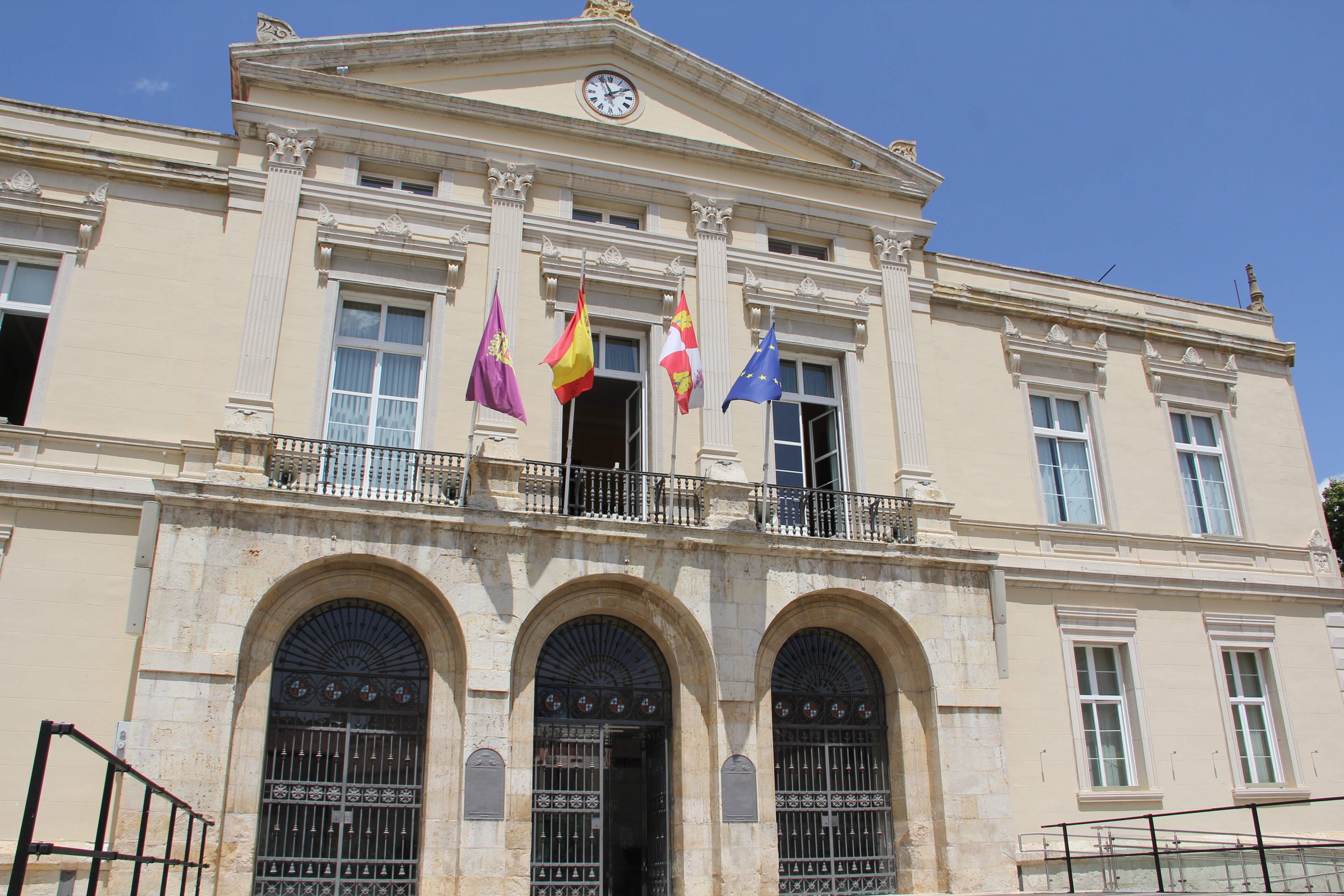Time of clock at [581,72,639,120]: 1:56
